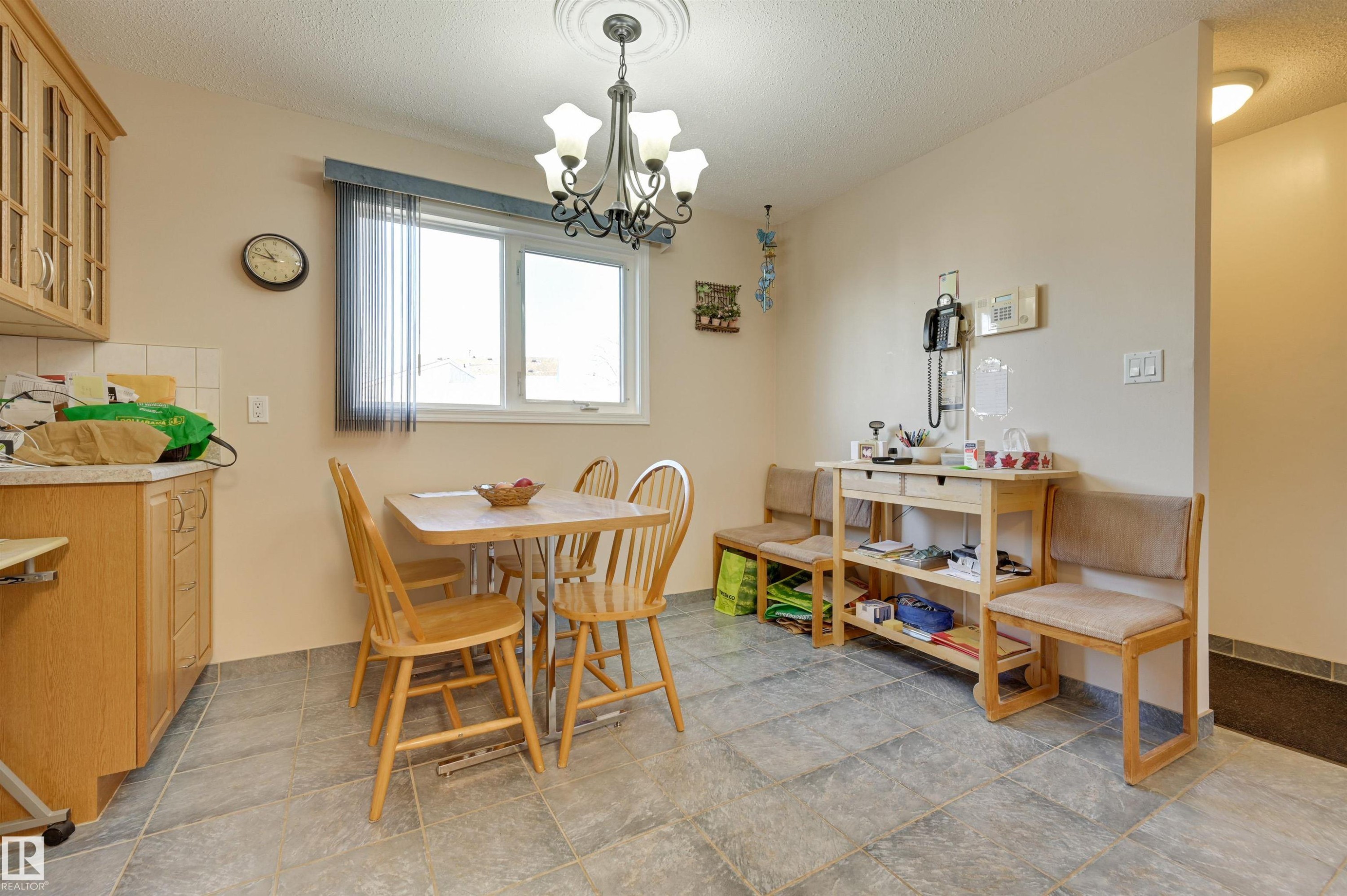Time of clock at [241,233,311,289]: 10:47
